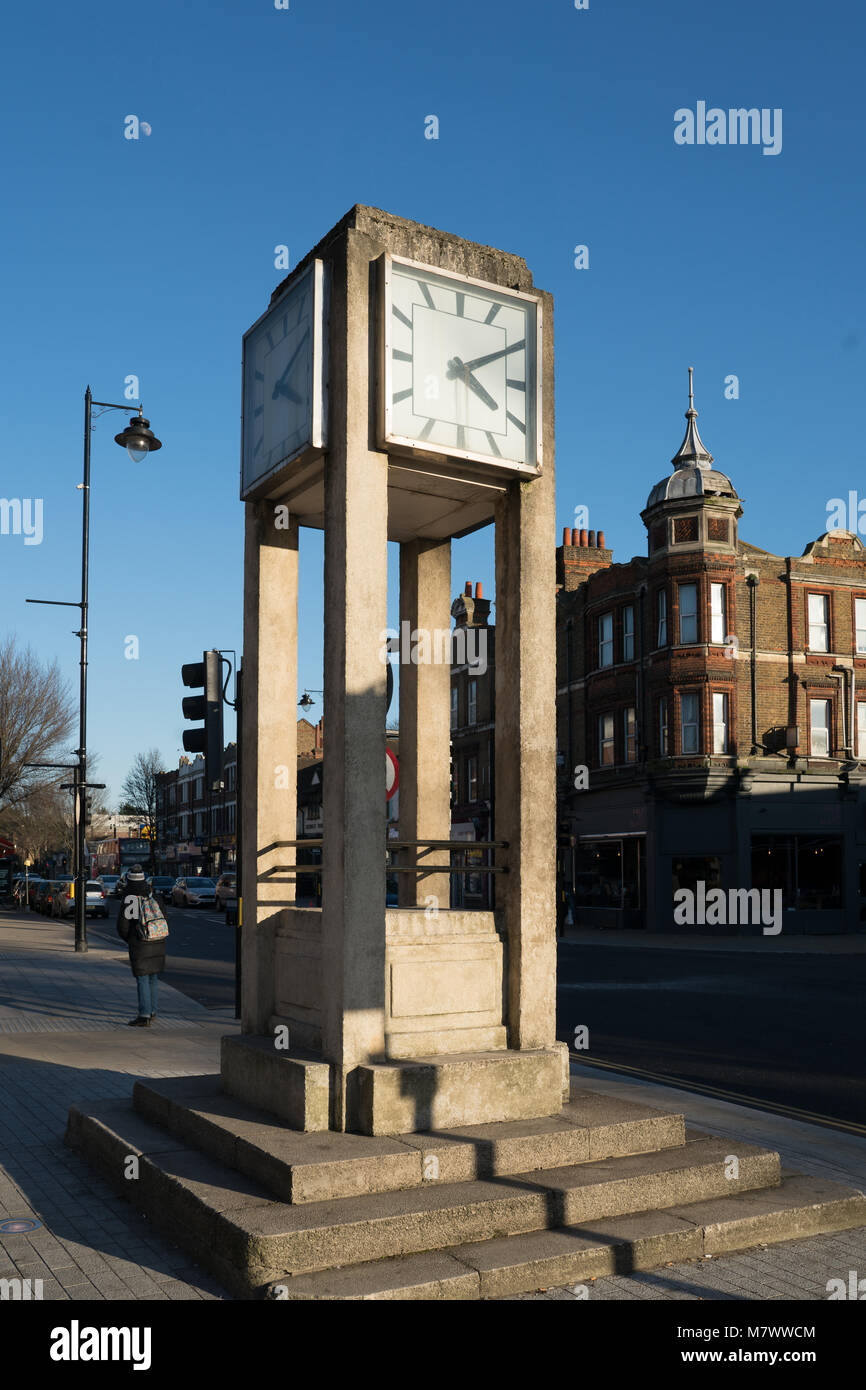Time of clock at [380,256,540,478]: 4:10
